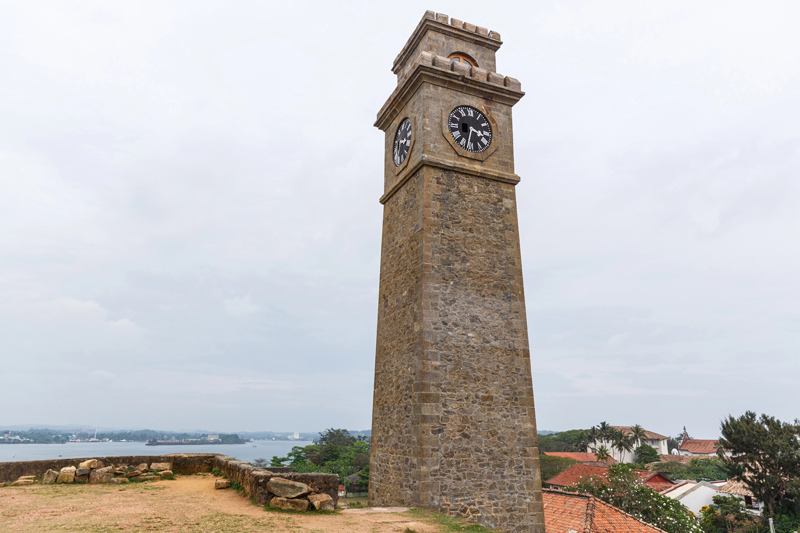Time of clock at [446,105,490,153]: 3:32
